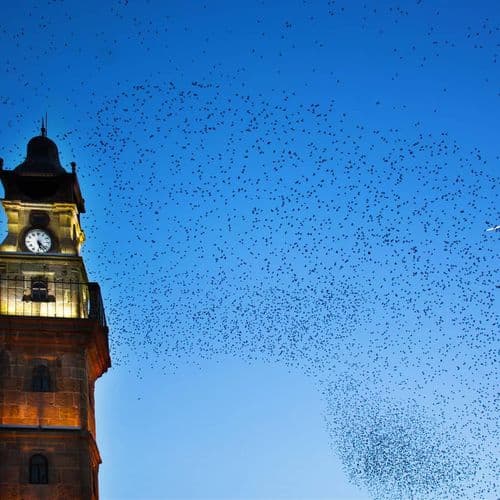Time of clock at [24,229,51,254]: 5:22
